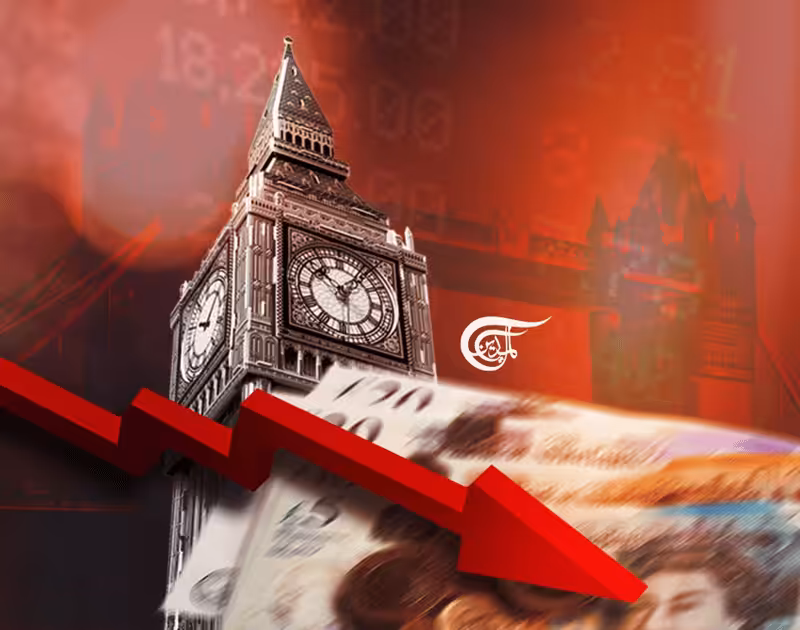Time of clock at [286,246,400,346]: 10:06
